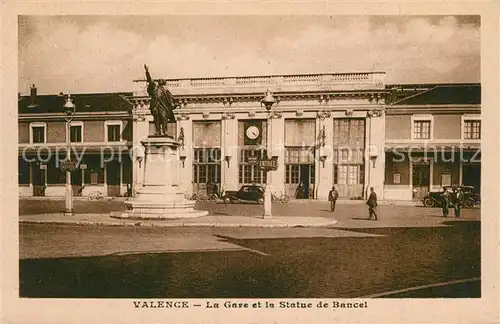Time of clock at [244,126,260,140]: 4:22
